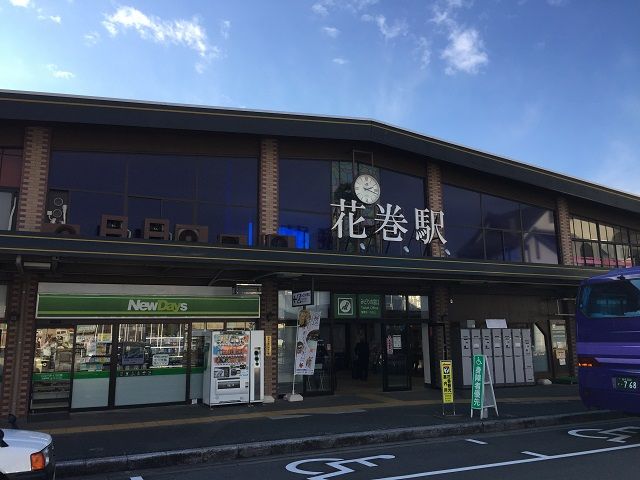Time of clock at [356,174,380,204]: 2:18
